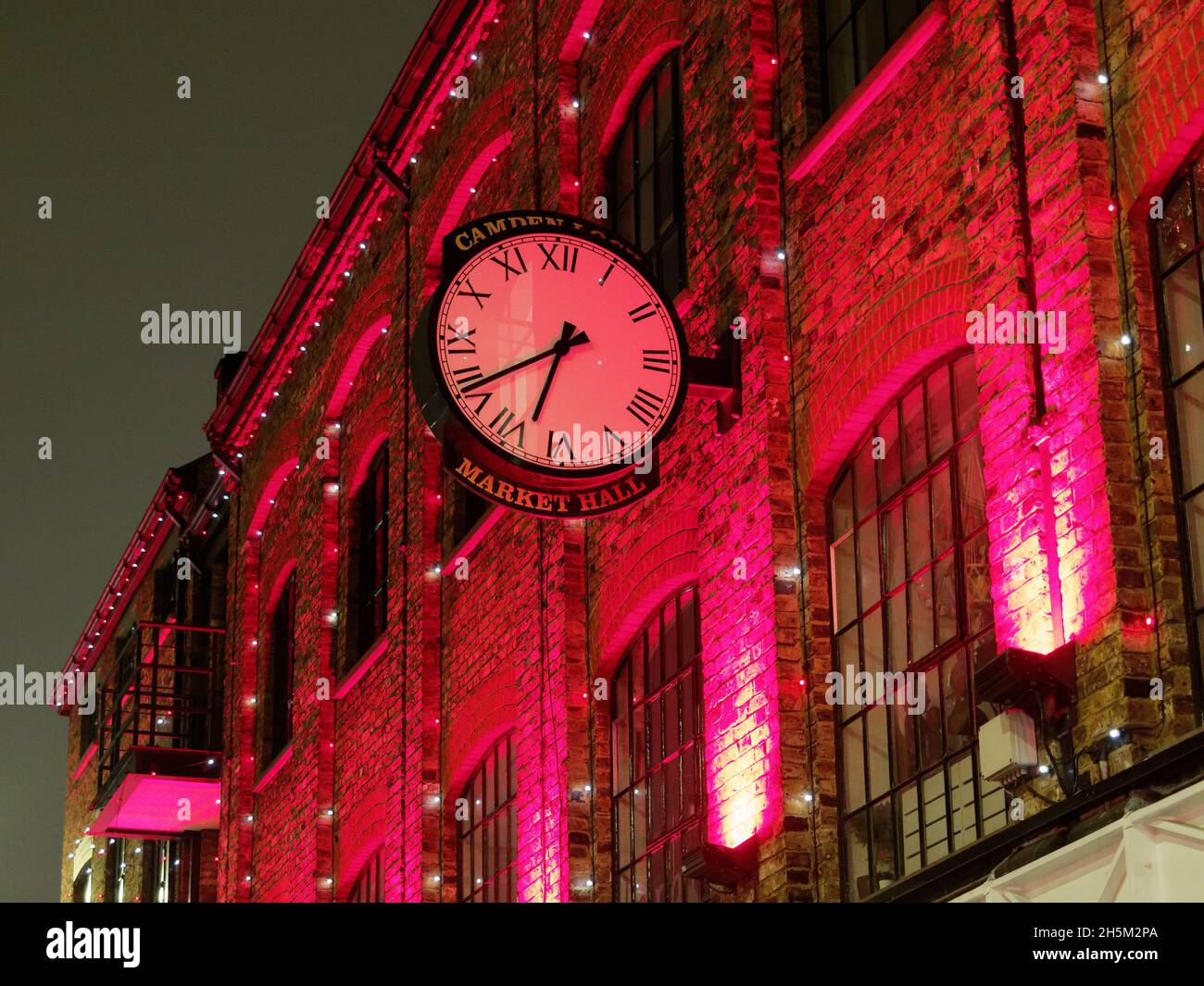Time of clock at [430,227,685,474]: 6:39
